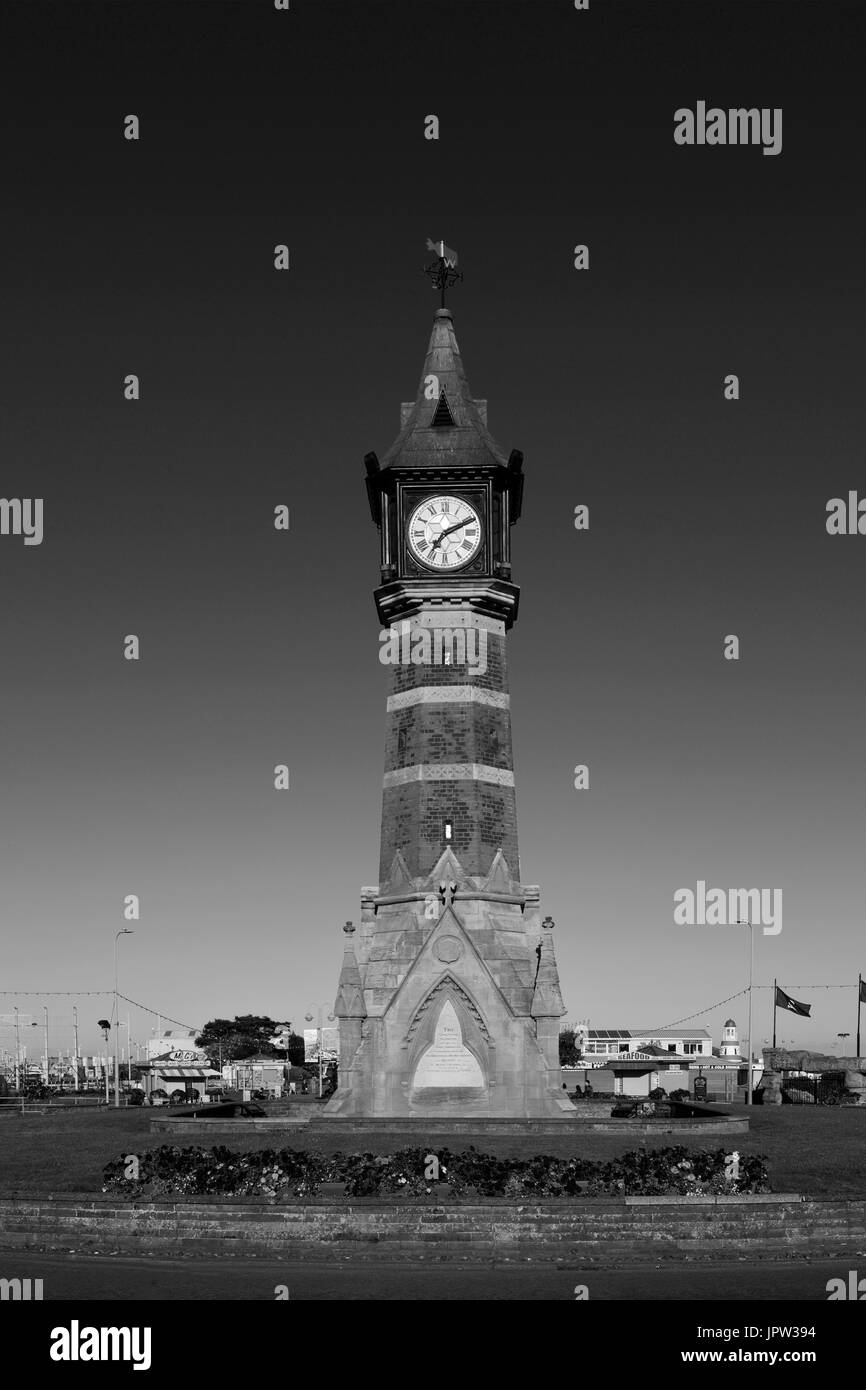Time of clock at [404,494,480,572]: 7:11
